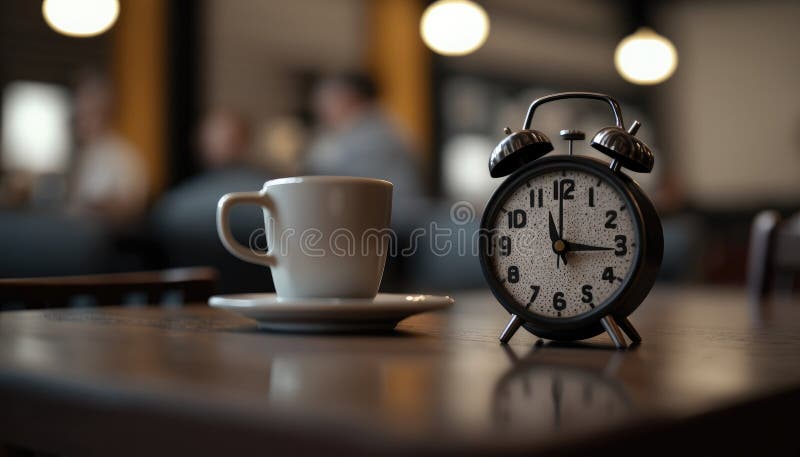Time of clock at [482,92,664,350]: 11:15
